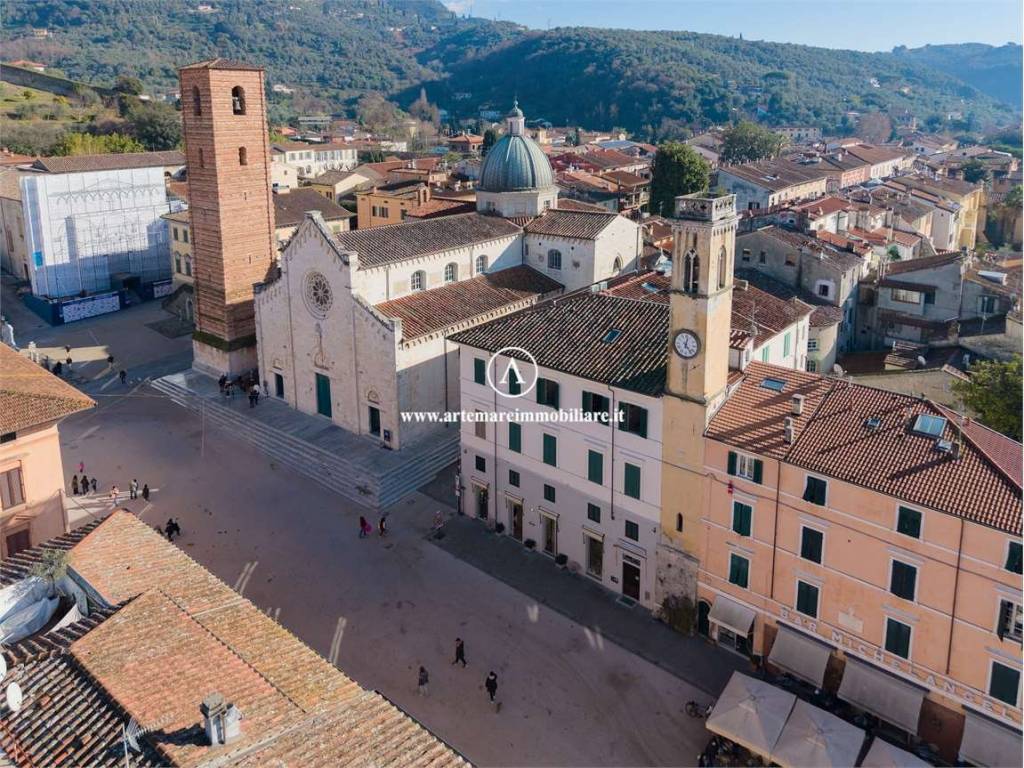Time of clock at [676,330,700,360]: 12:23
